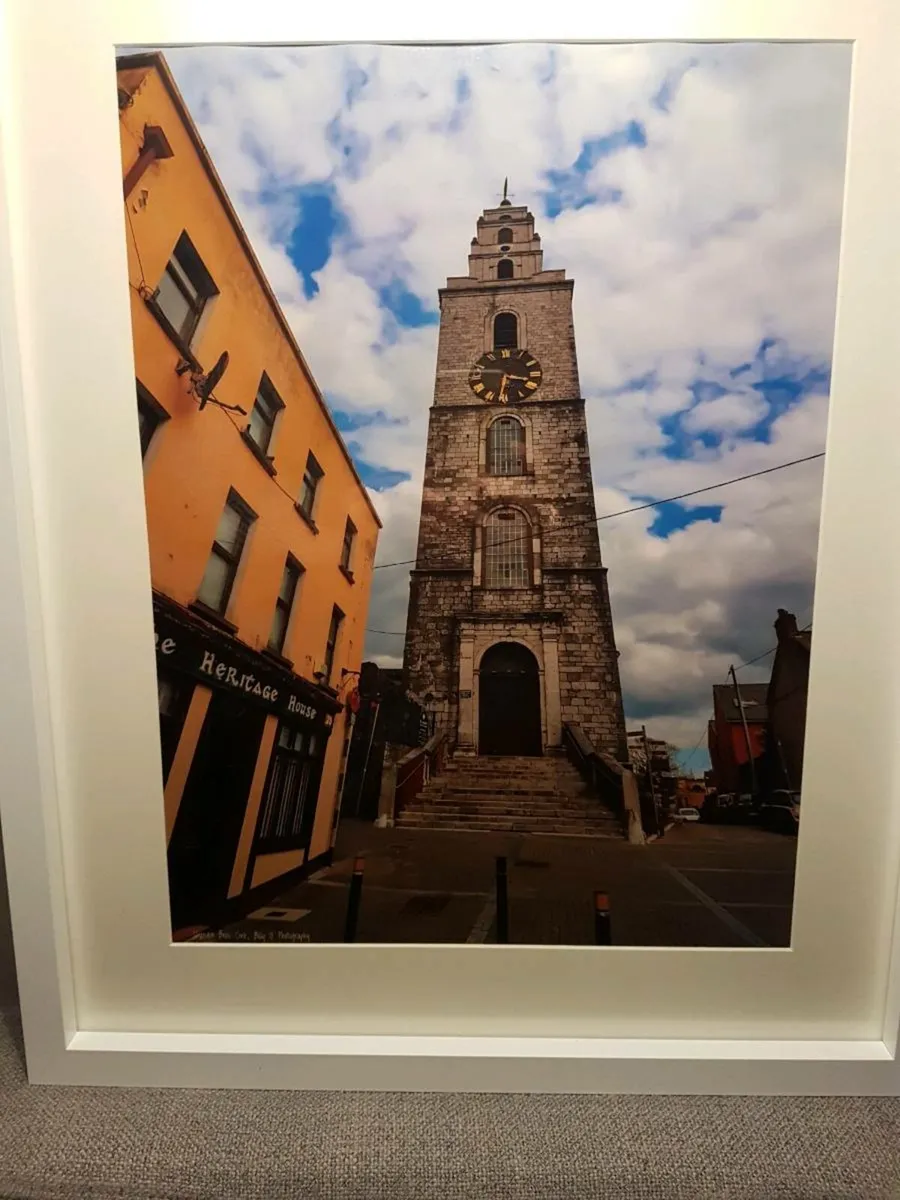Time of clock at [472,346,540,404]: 3:32
